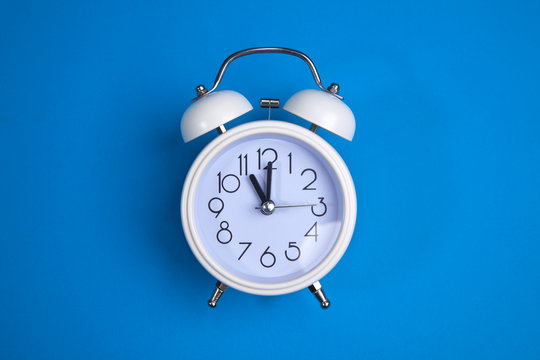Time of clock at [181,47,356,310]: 11:01
